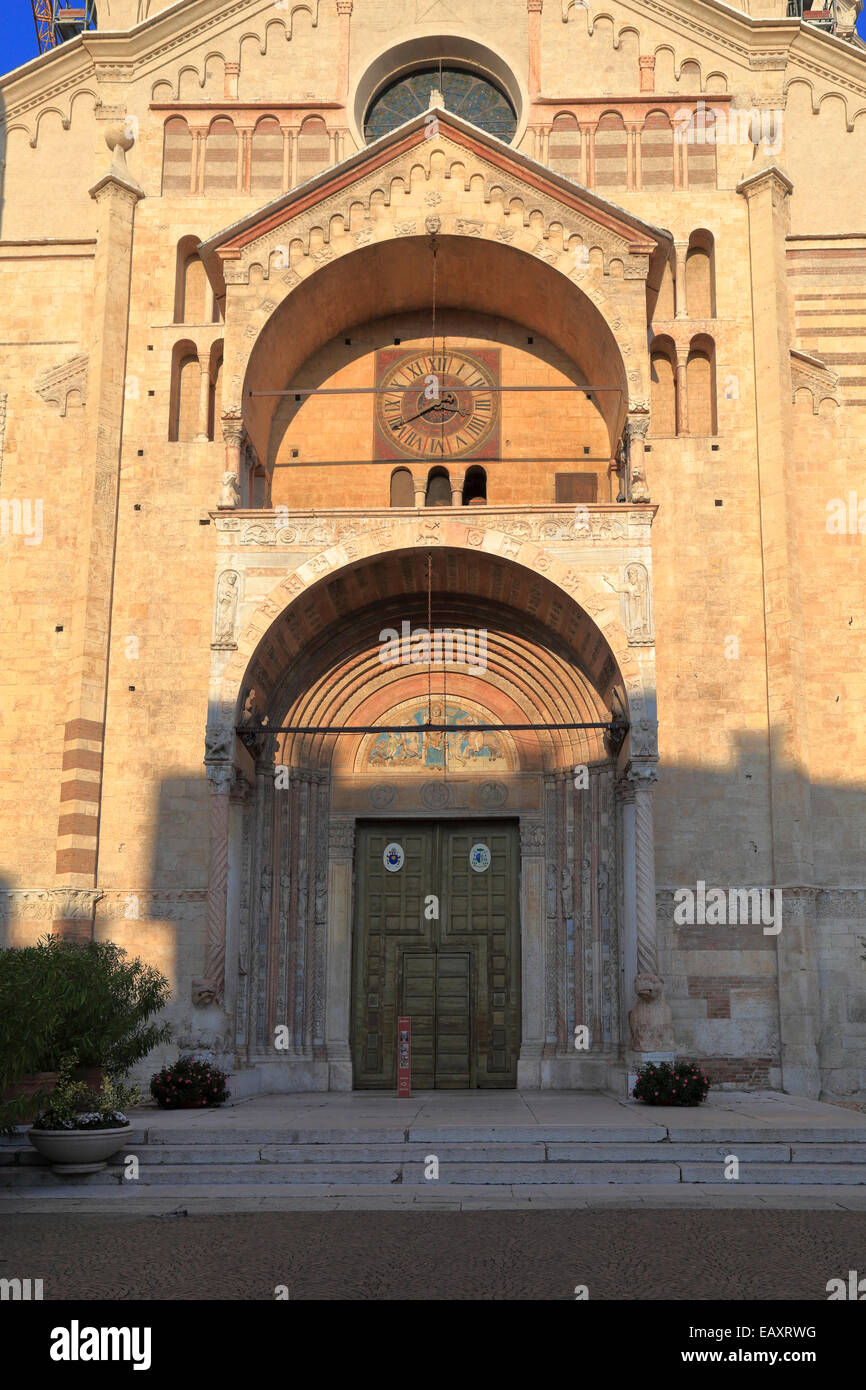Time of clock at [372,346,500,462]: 3:39
